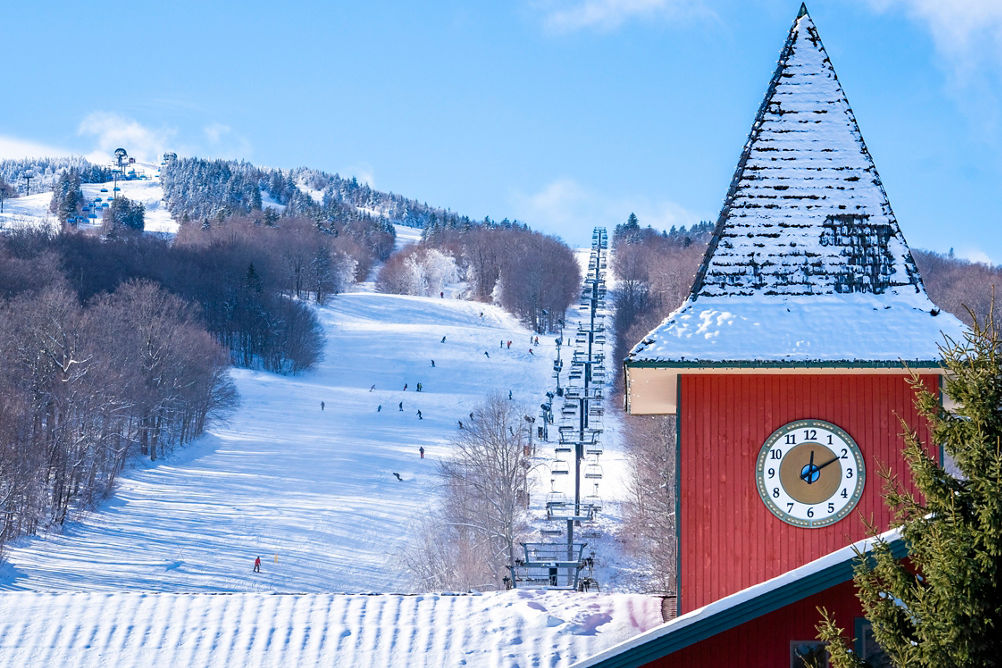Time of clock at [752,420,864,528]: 12:10
